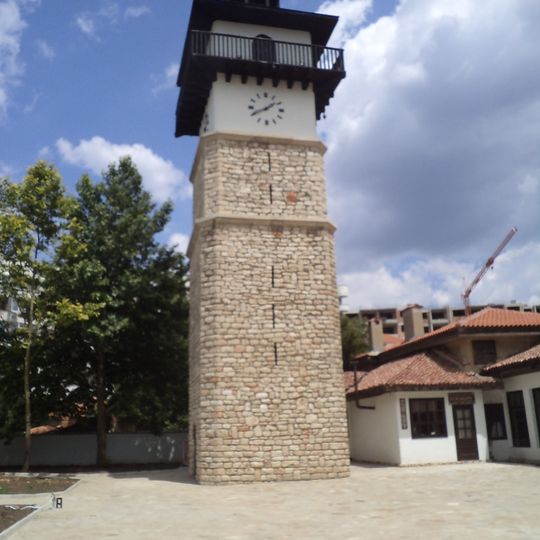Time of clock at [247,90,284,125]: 1:40
